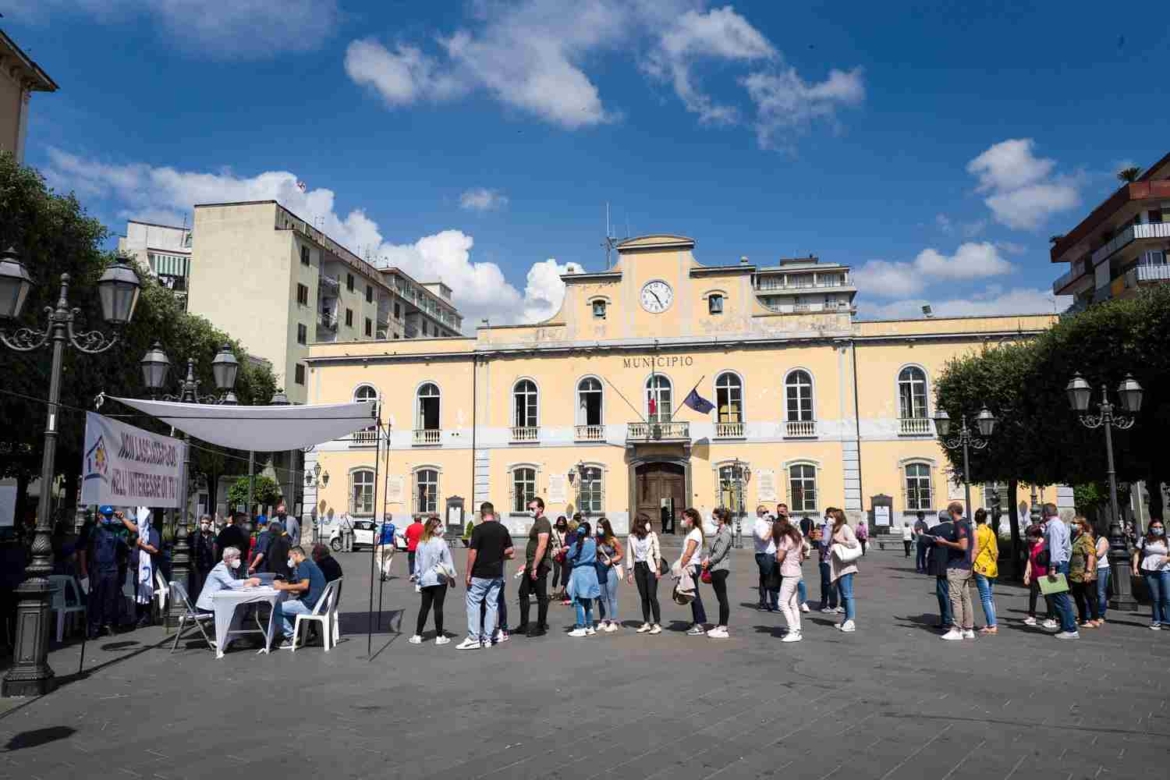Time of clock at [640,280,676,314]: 10:25
